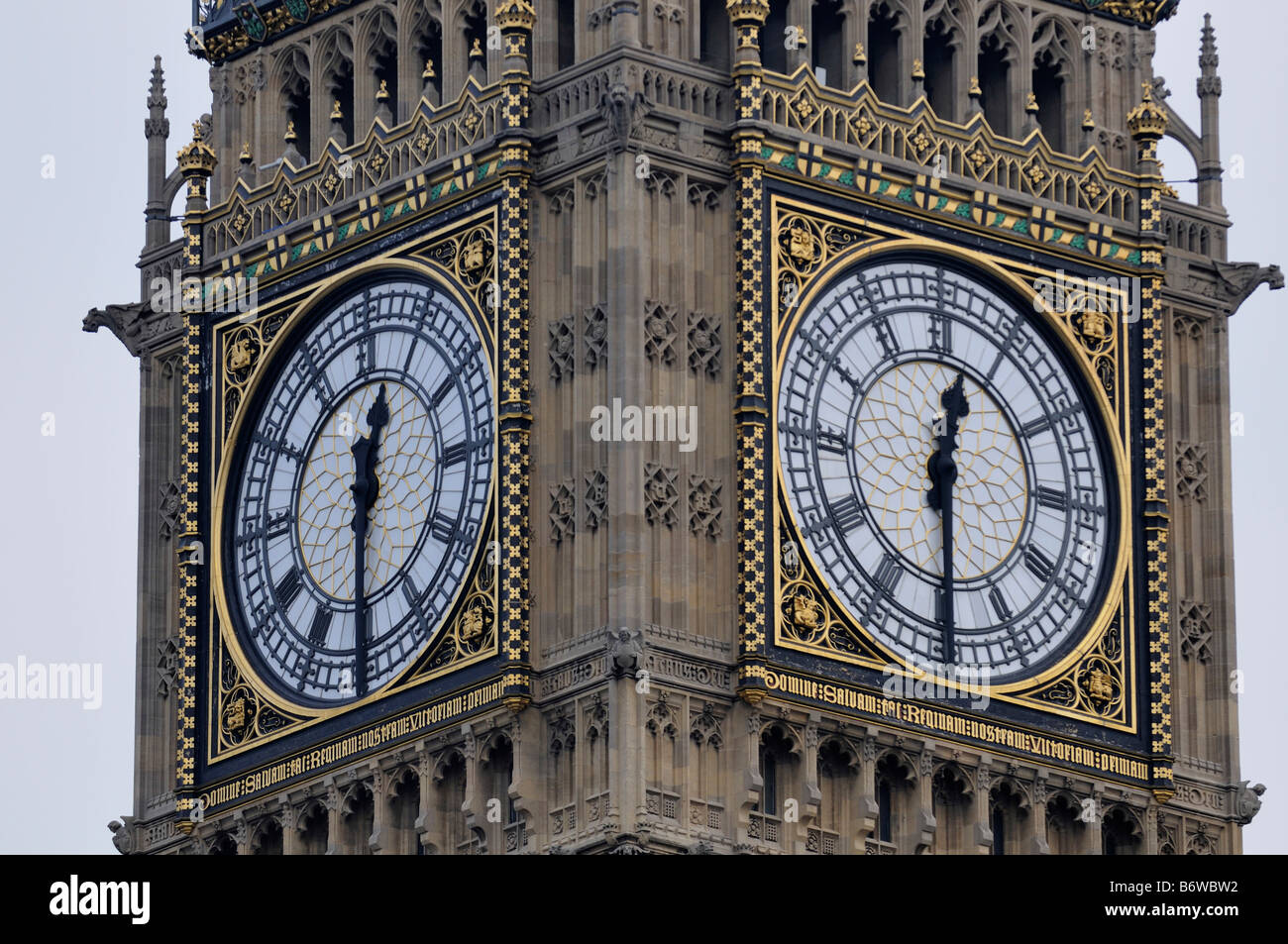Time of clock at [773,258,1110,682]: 12:29
